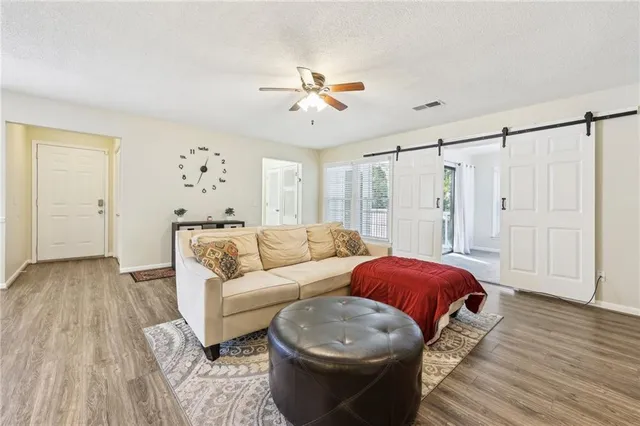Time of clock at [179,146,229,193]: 12:33
